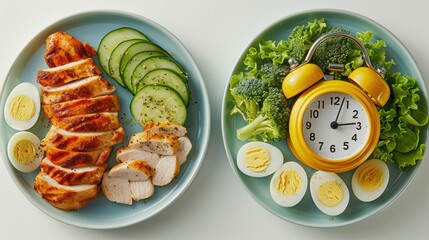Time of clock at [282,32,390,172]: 3:03
